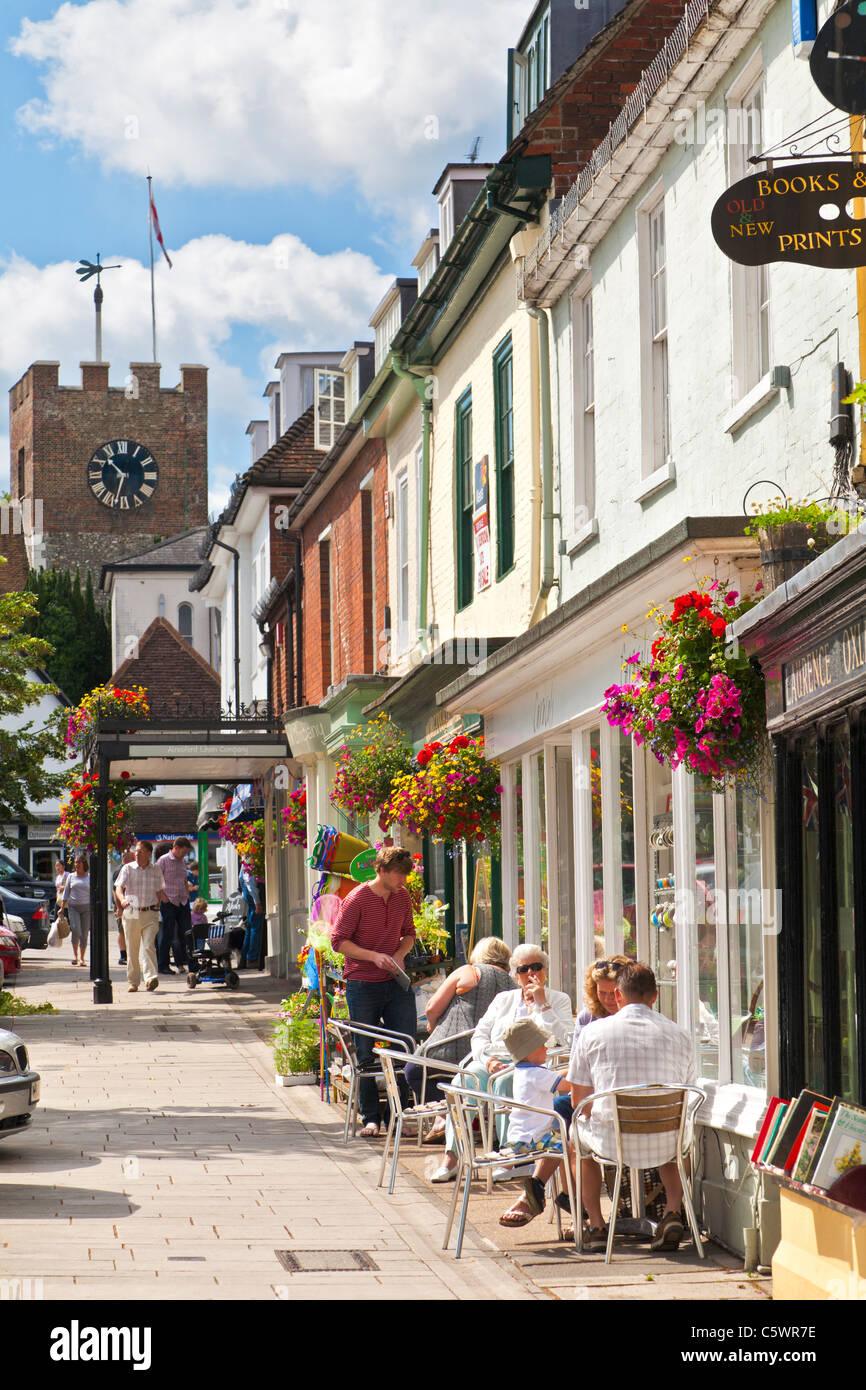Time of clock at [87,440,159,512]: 10:32
